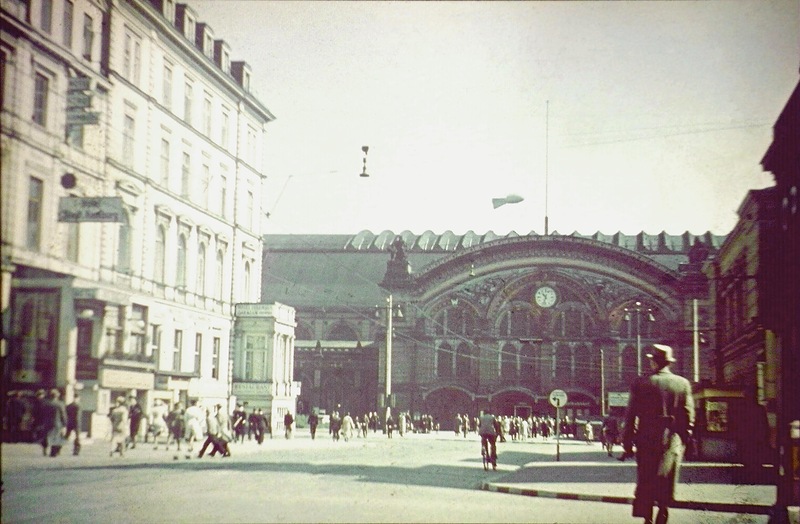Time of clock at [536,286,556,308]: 10:32
